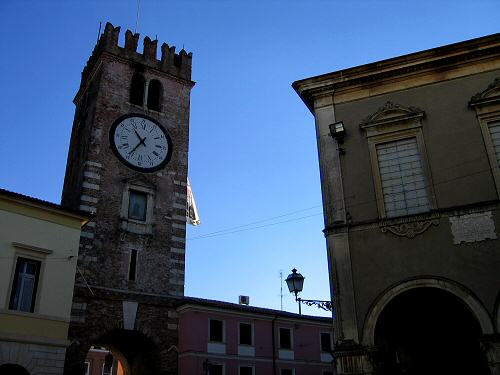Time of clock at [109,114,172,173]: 10:35
